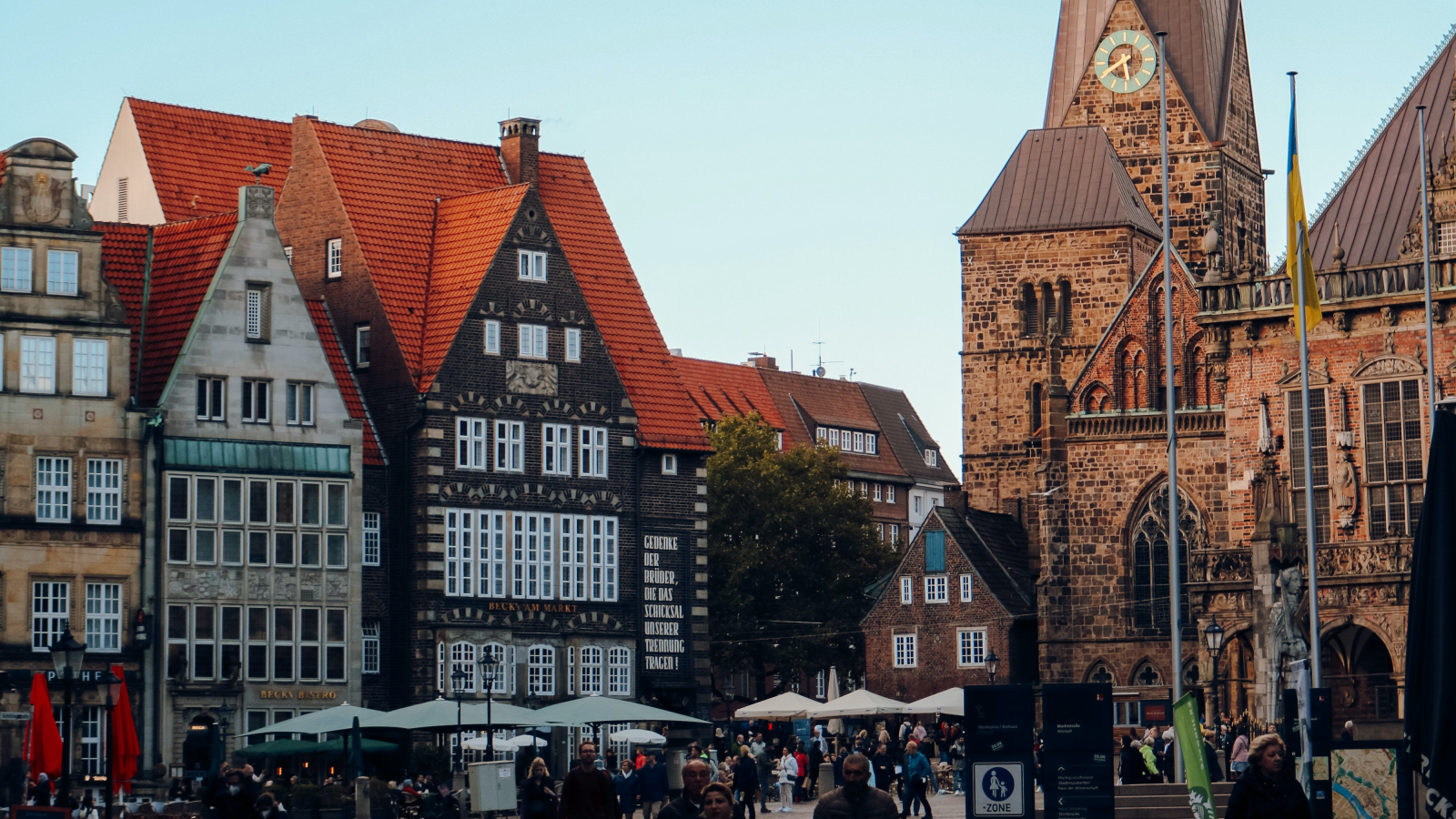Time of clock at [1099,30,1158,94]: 5:40
